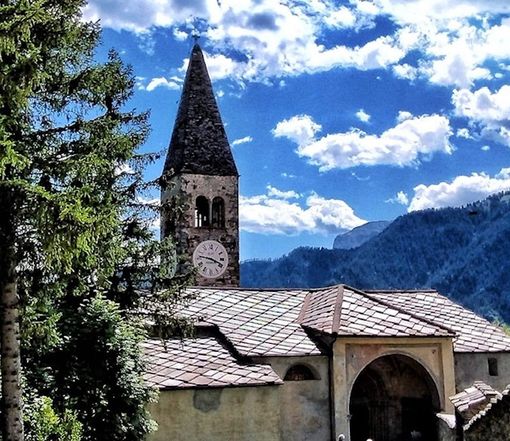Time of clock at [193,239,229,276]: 3:46
